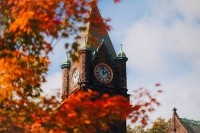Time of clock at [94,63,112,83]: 12:10
